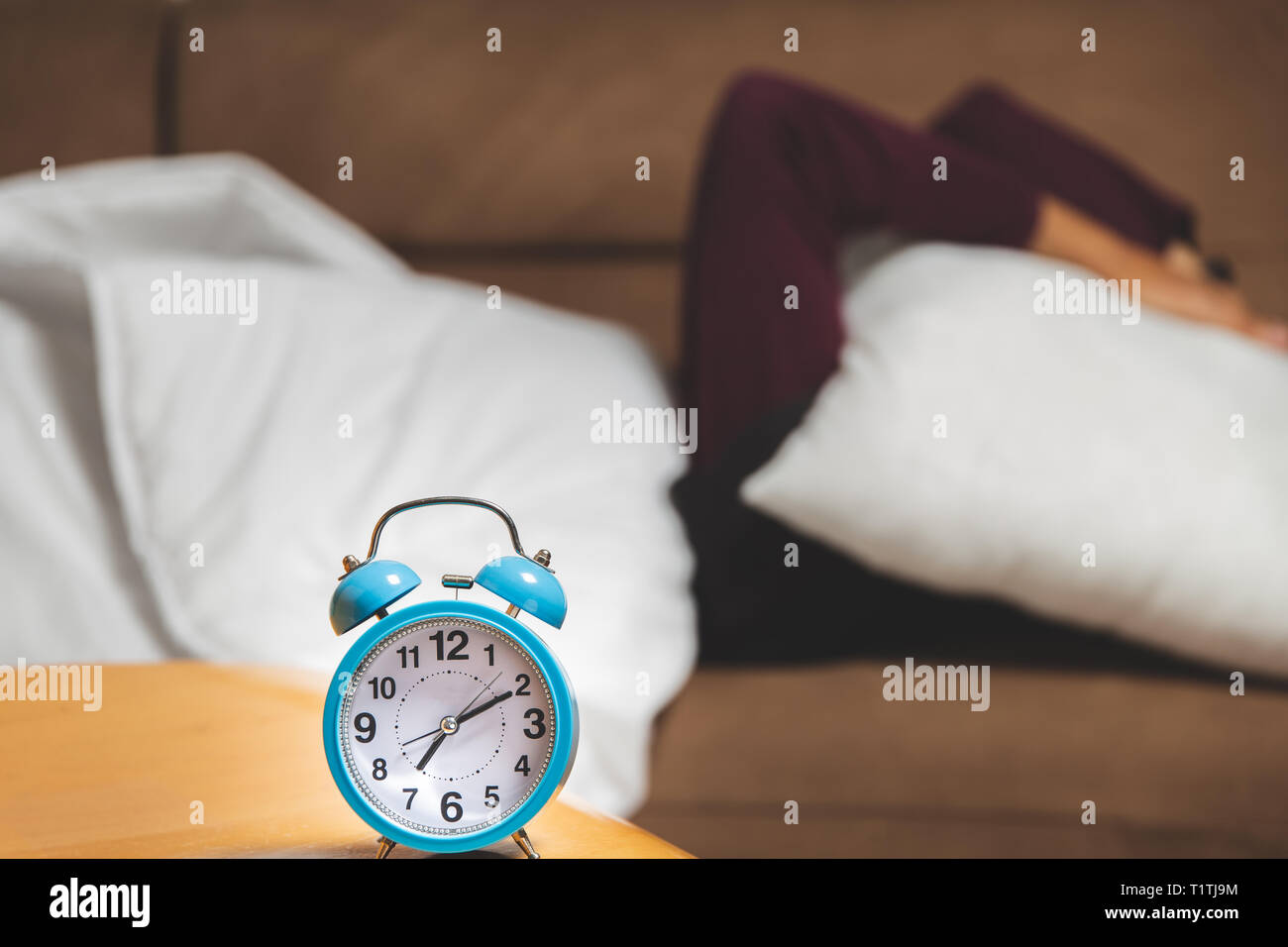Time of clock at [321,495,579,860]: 7:10
